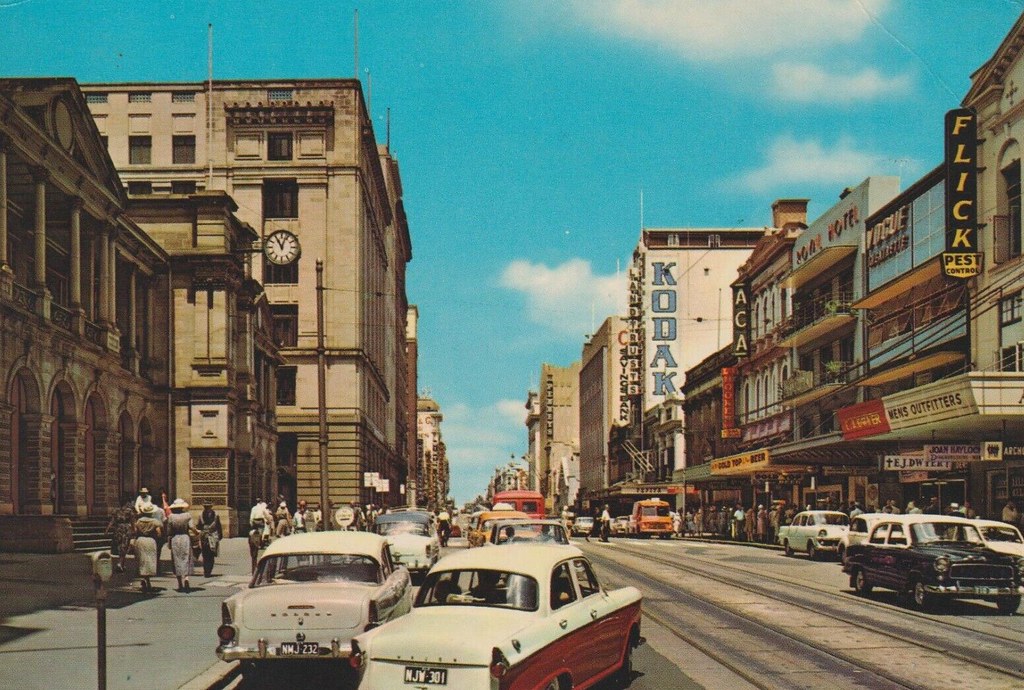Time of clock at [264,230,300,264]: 11:03
